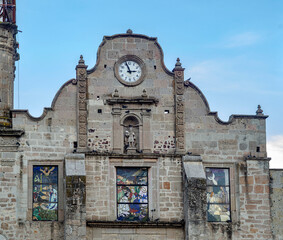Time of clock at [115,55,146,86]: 2:56
